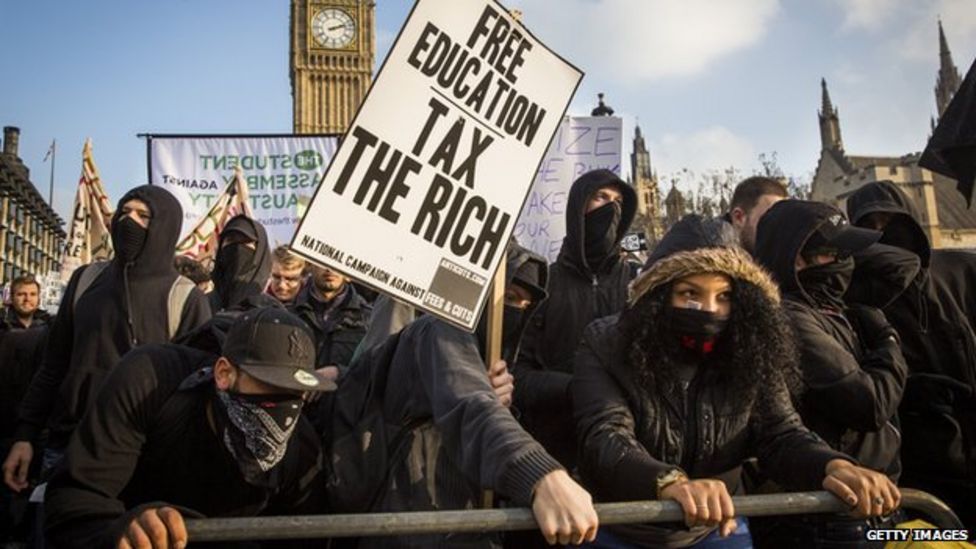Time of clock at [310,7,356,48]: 2:12
